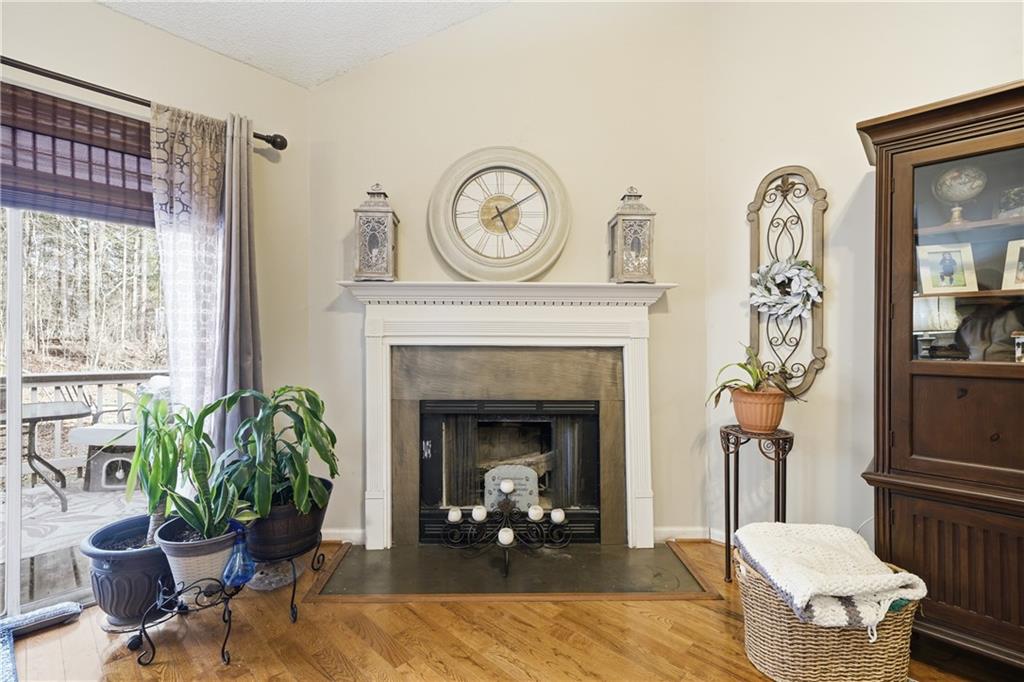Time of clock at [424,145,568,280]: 5:09
